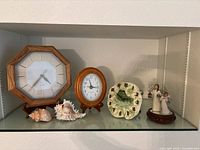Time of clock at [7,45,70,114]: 4:36
